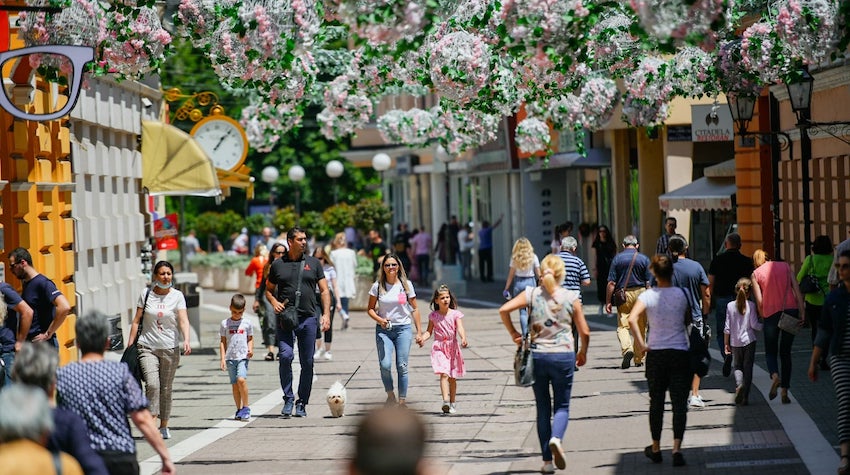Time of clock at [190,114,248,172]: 1:07
